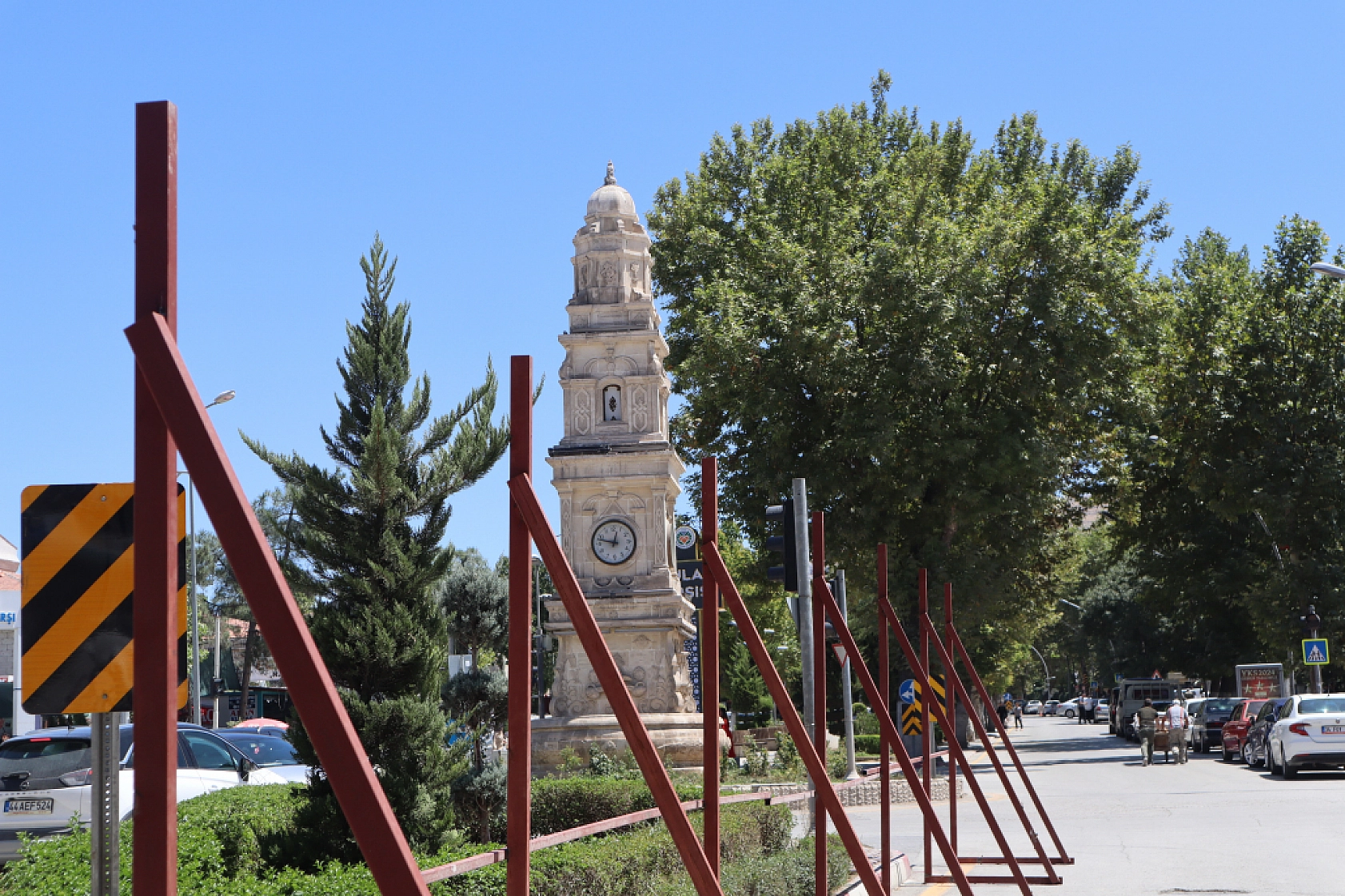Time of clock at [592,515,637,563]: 12:47
